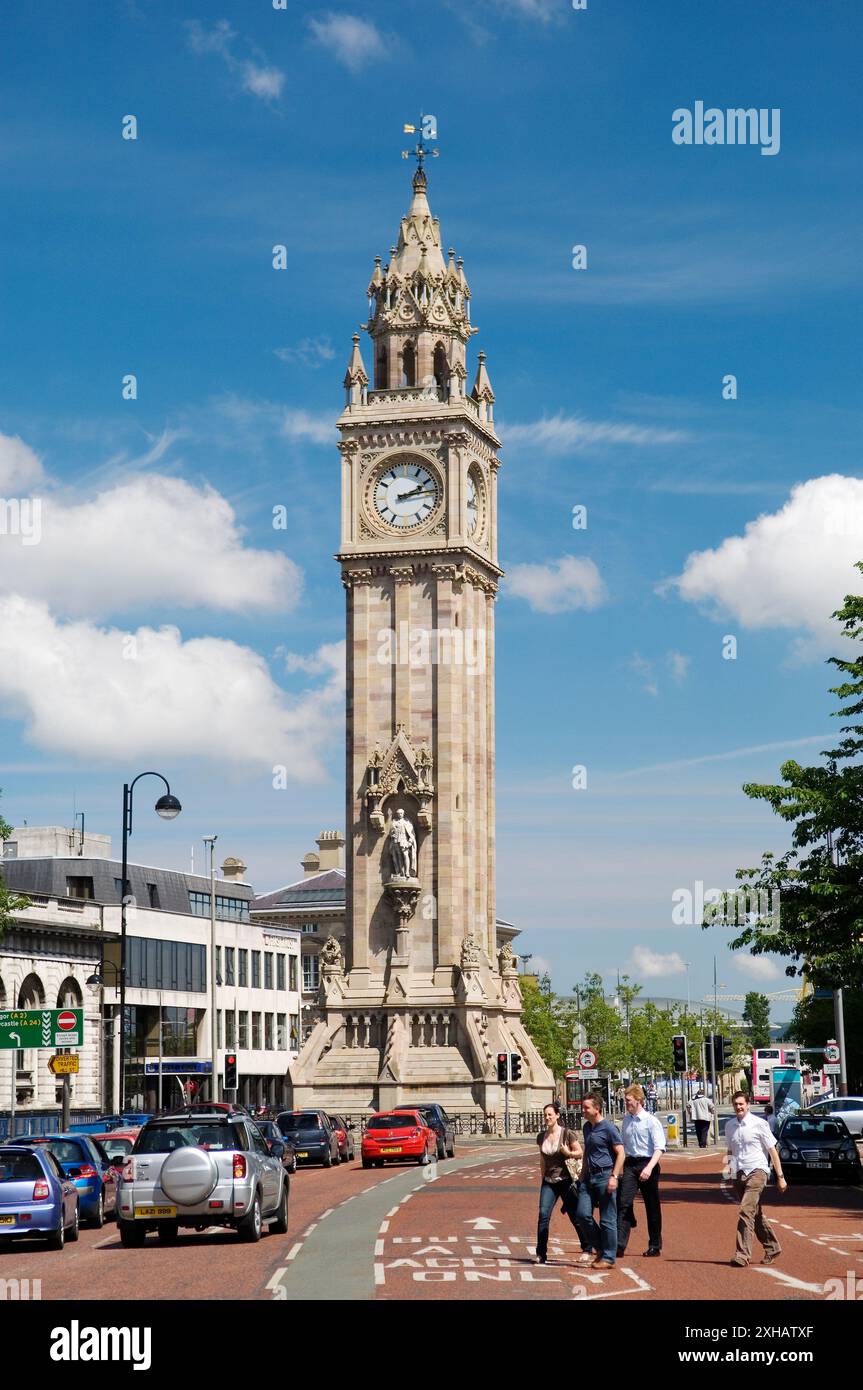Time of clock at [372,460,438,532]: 2:13
